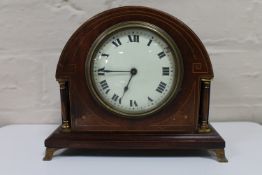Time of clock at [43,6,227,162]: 6:45
